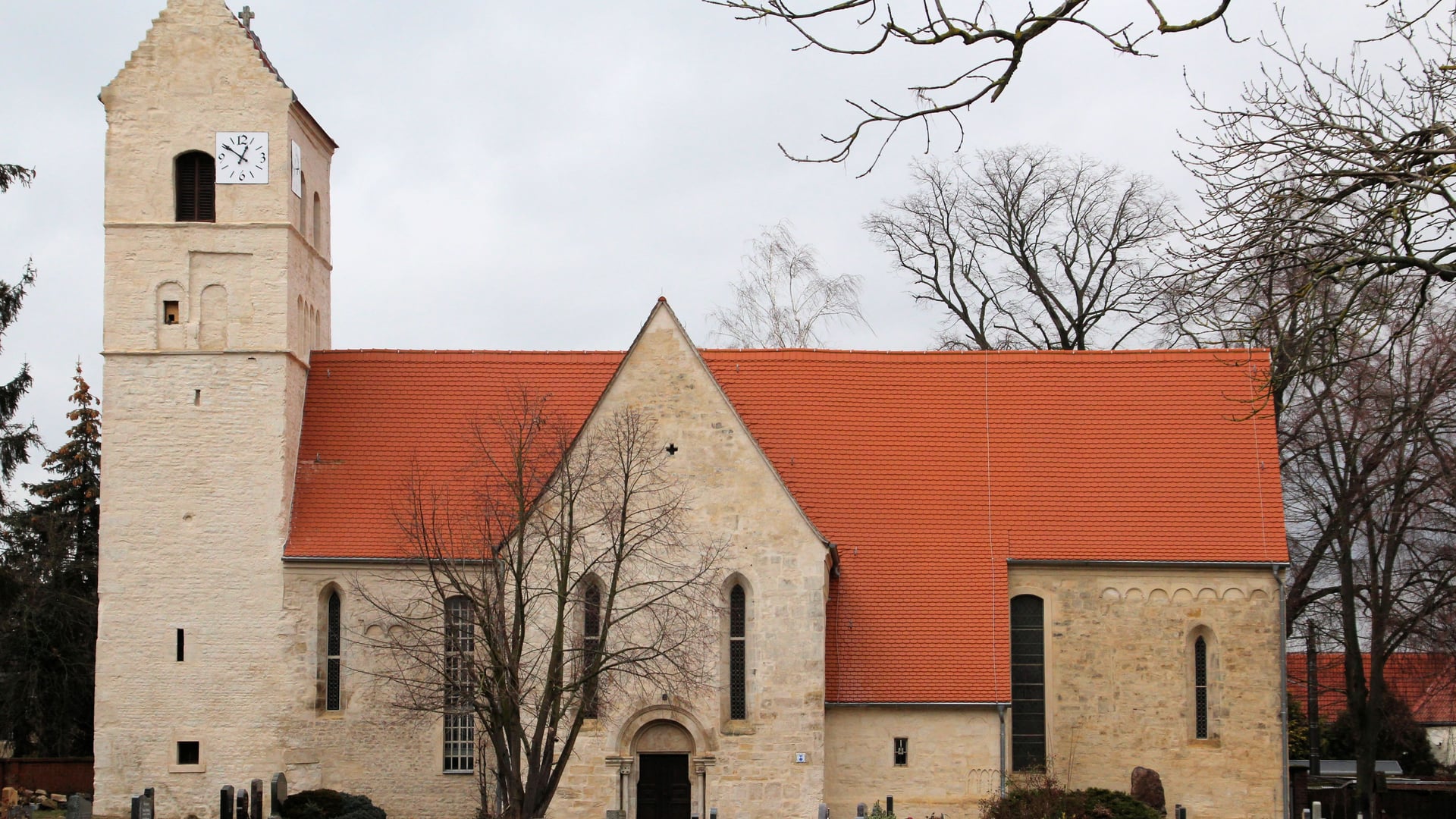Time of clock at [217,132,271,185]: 12:50
